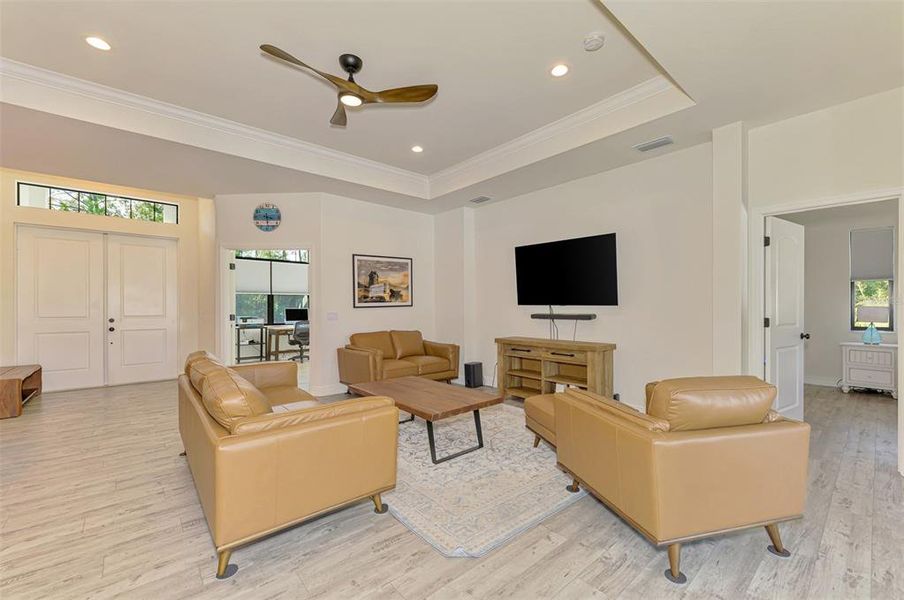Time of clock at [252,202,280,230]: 3:29
